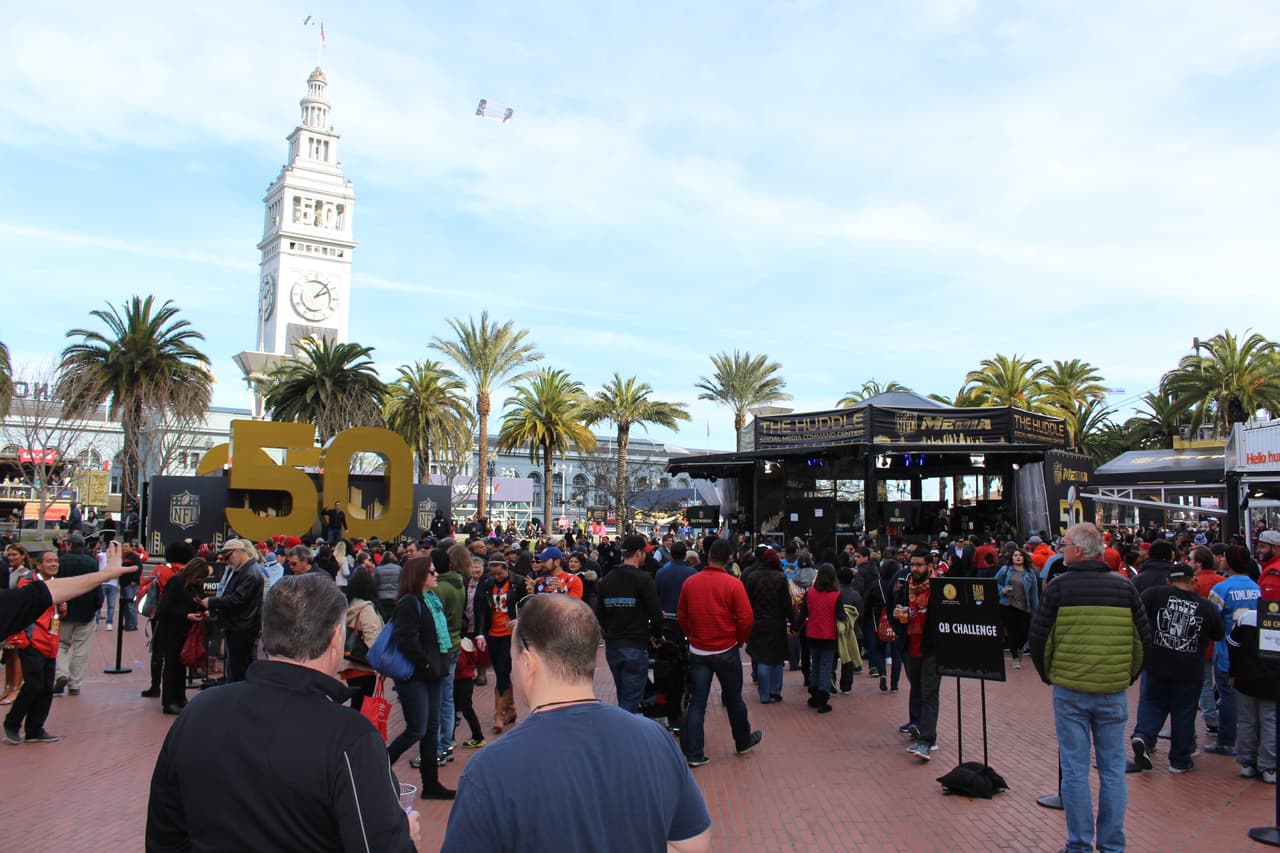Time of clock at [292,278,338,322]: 2:06
